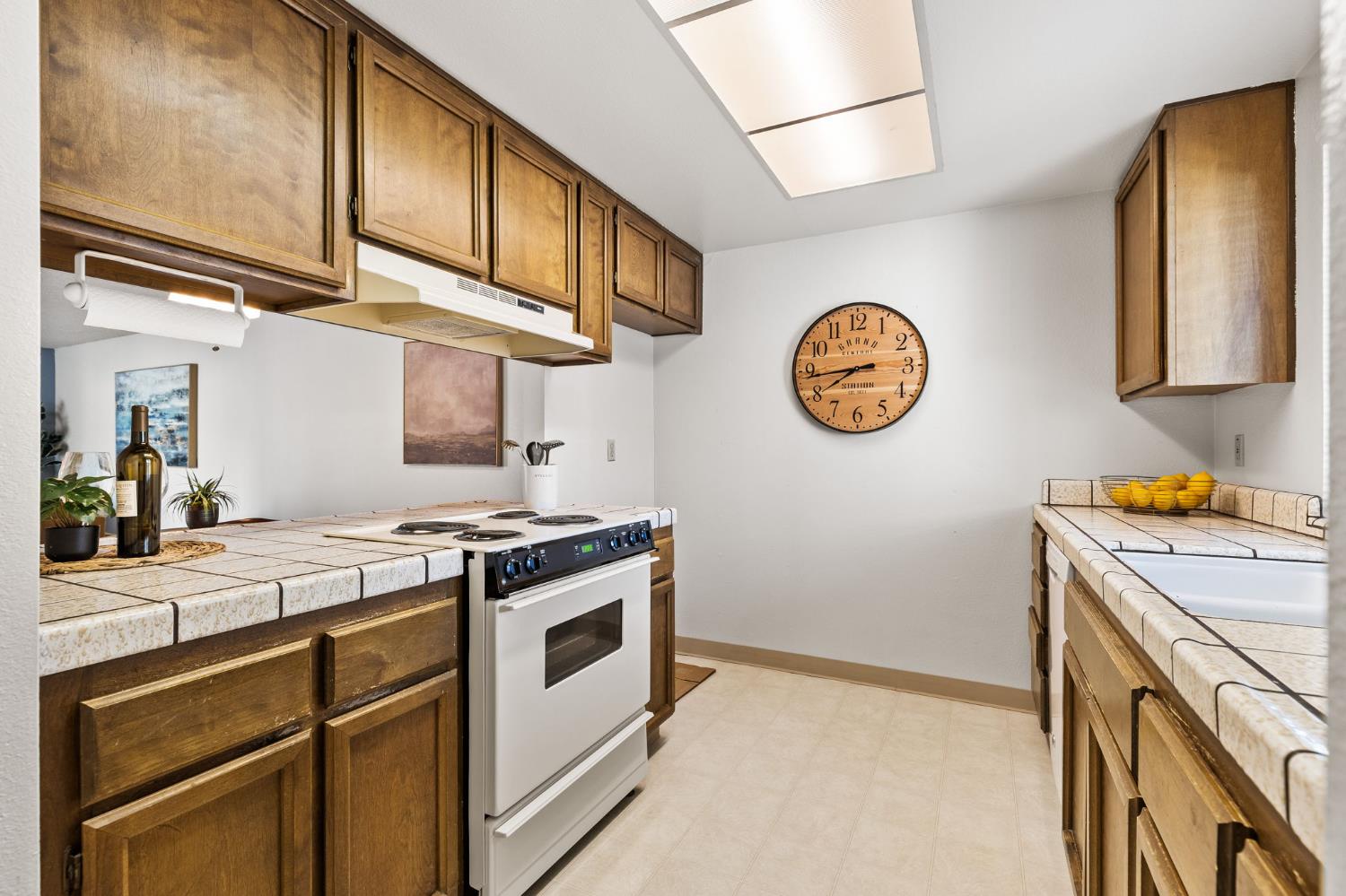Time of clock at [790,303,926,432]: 7:43
